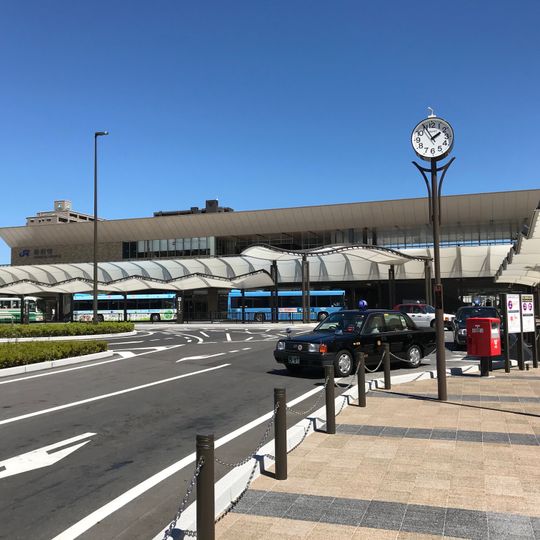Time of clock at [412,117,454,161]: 1:55
